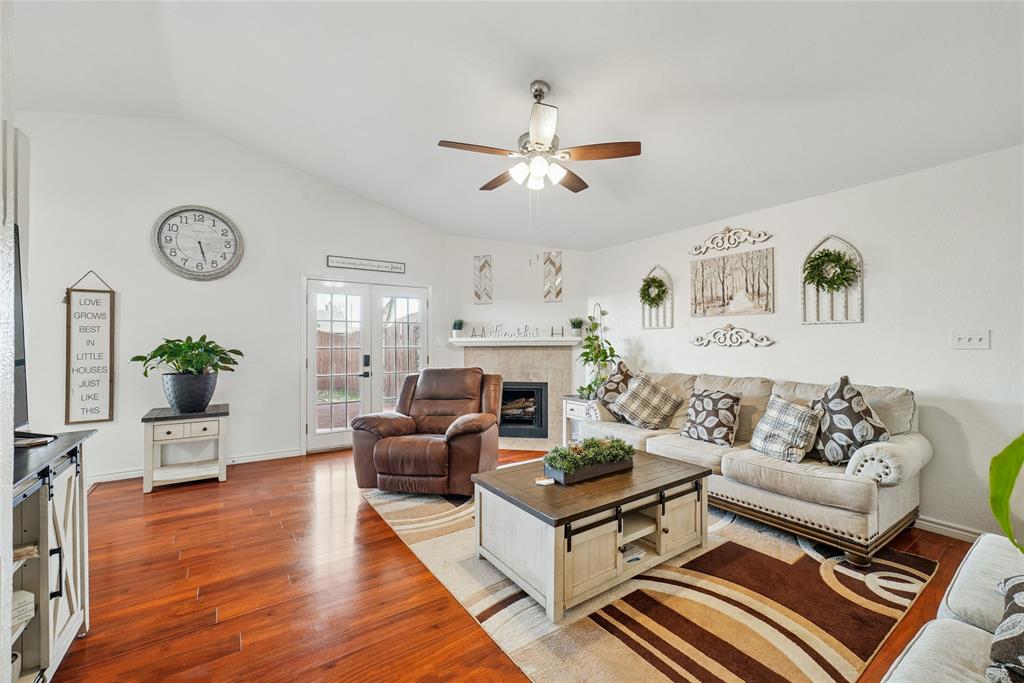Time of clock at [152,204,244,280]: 5:27
